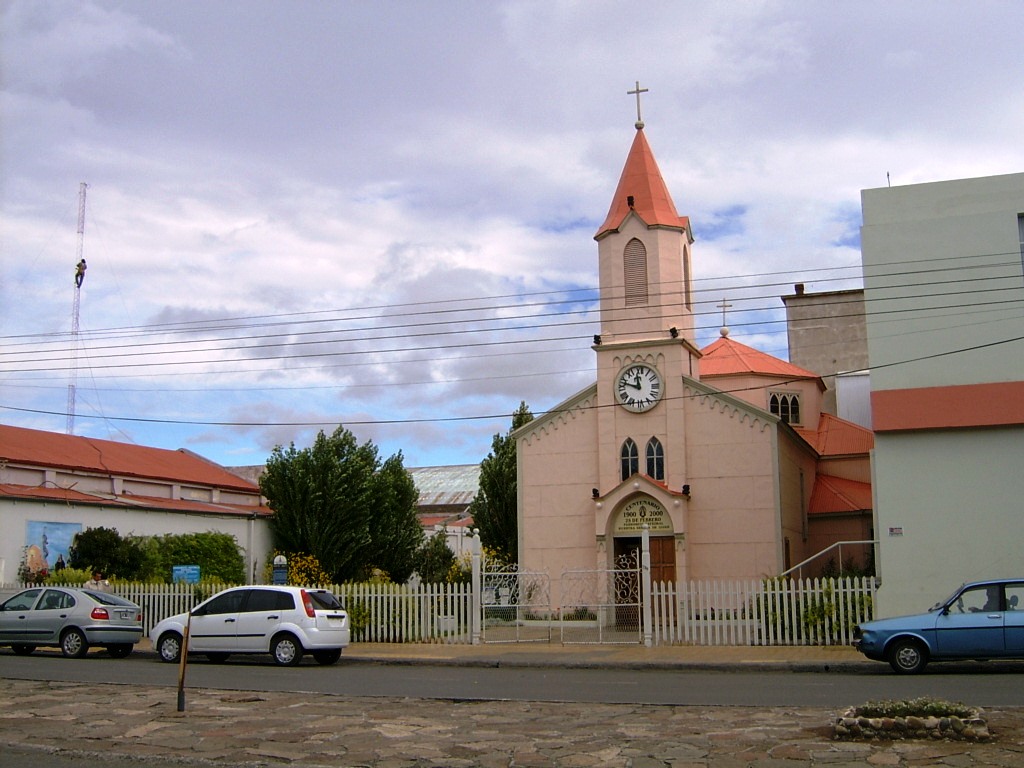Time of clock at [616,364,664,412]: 11:47
